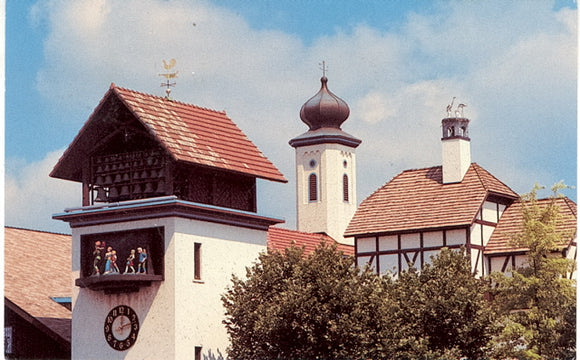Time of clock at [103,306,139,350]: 12:12
